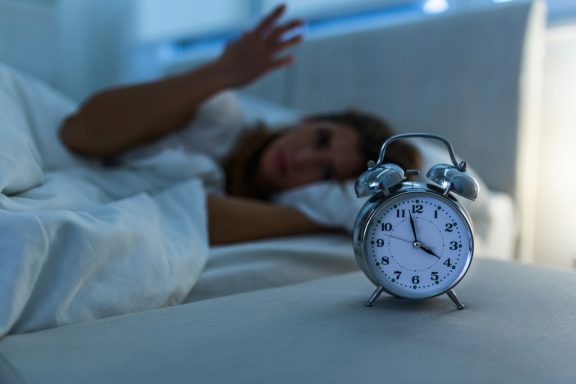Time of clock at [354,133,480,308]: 3:57
